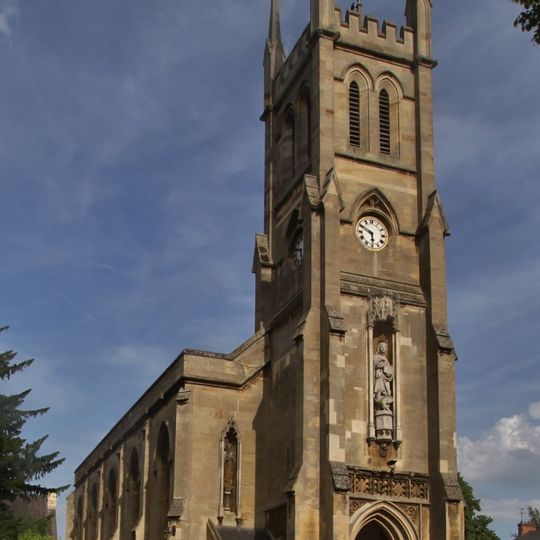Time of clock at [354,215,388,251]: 5:49
